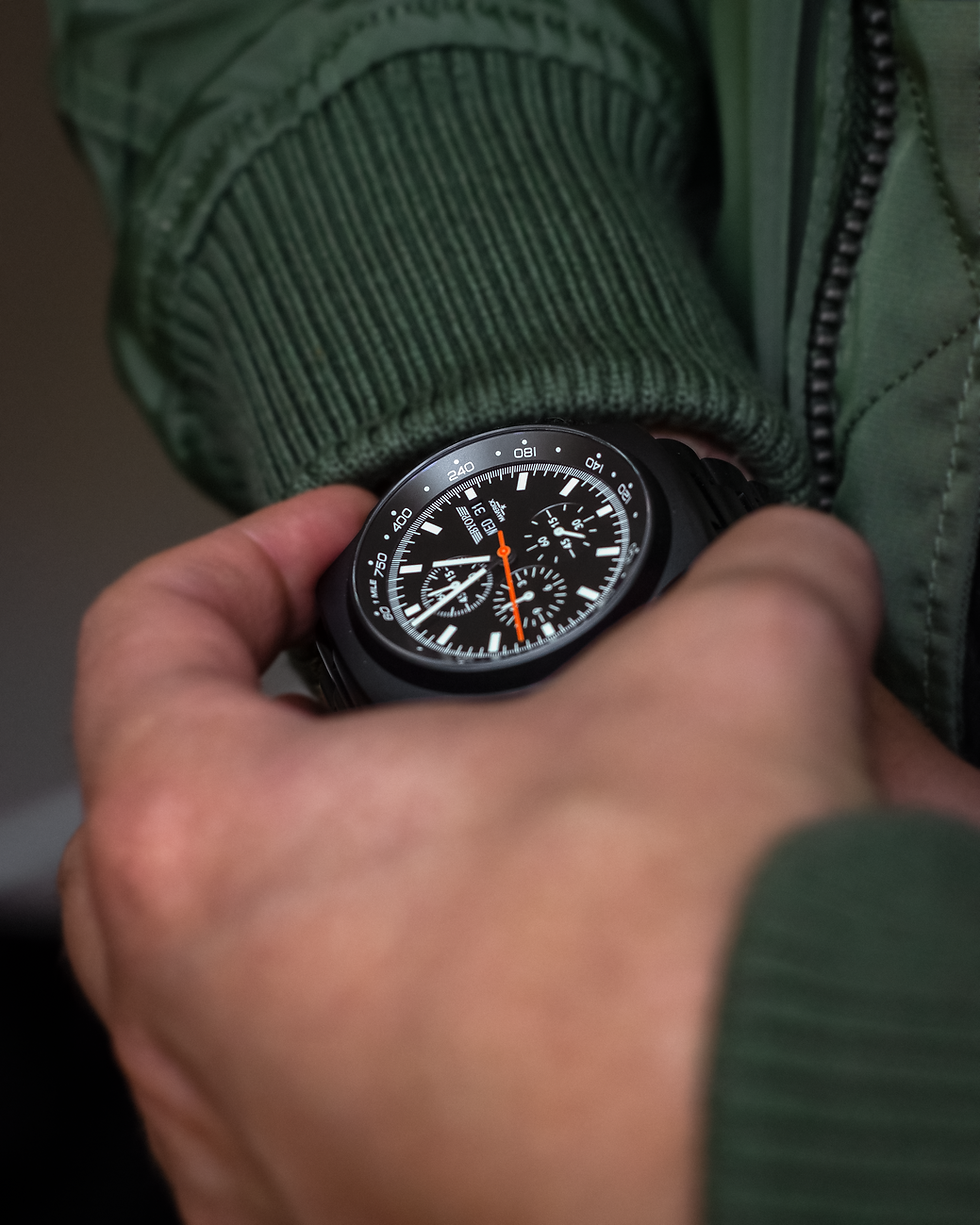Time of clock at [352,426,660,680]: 8:38
